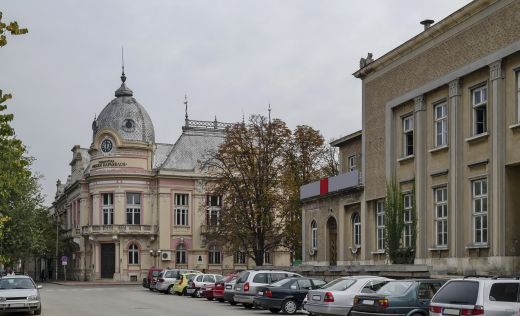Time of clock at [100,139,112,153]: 12:28
